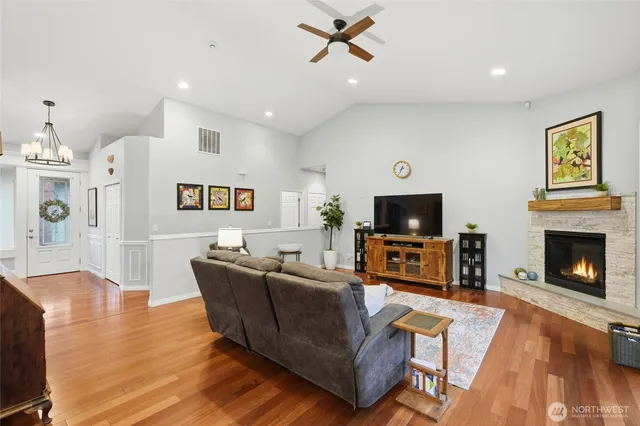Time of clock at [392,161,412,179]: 12:34
